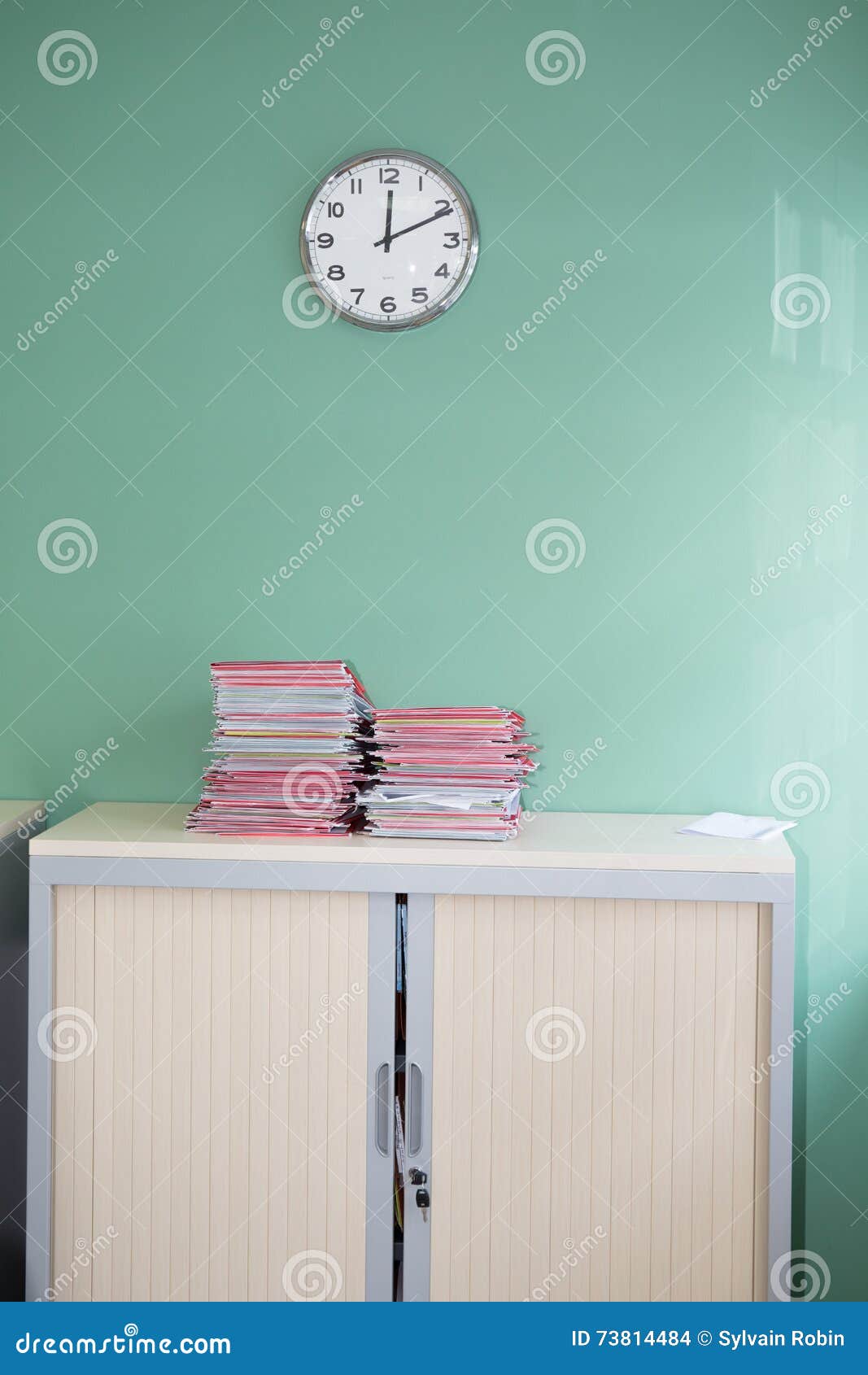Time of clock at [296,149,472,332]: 12:10
